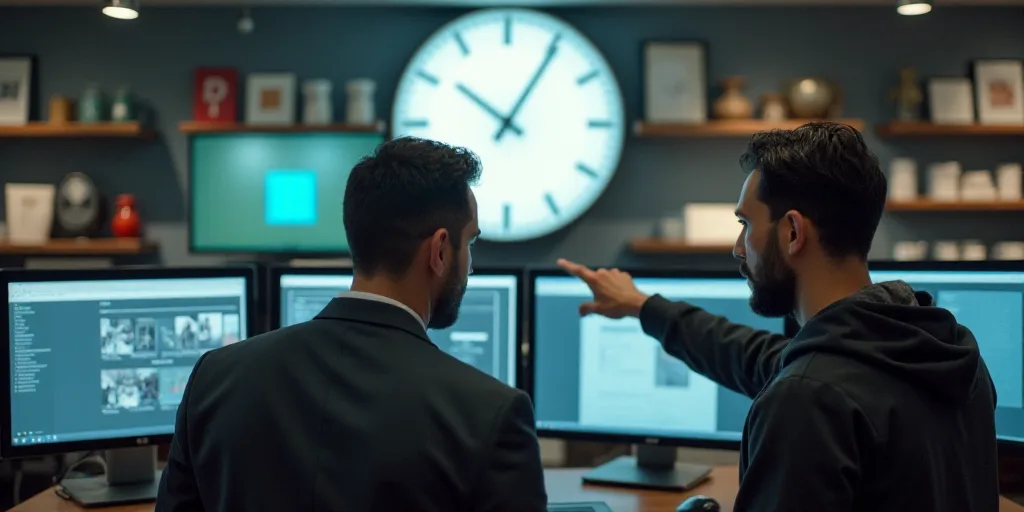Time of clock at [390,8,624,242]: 10:05
